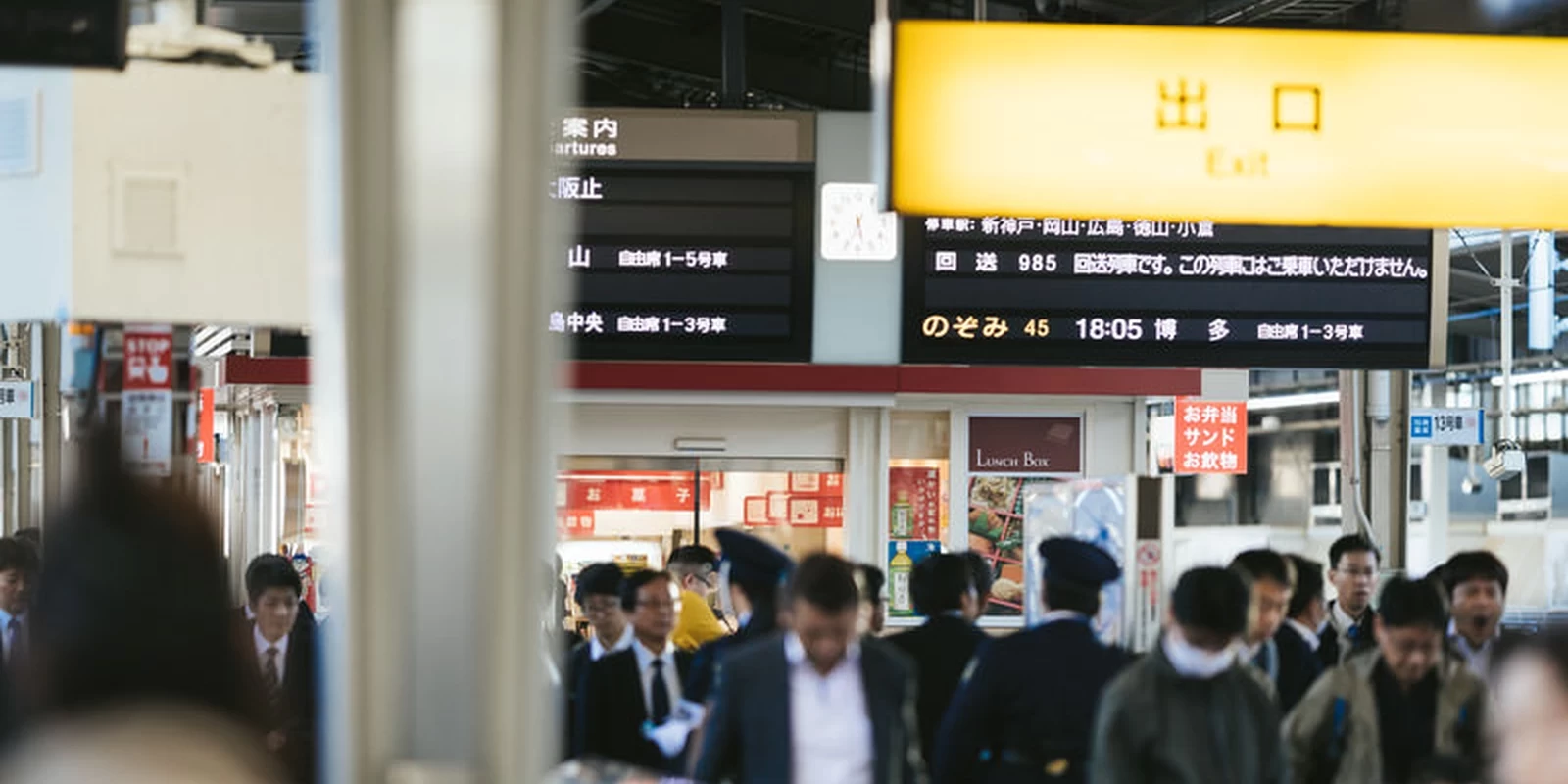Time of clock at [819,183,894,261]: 5:34
